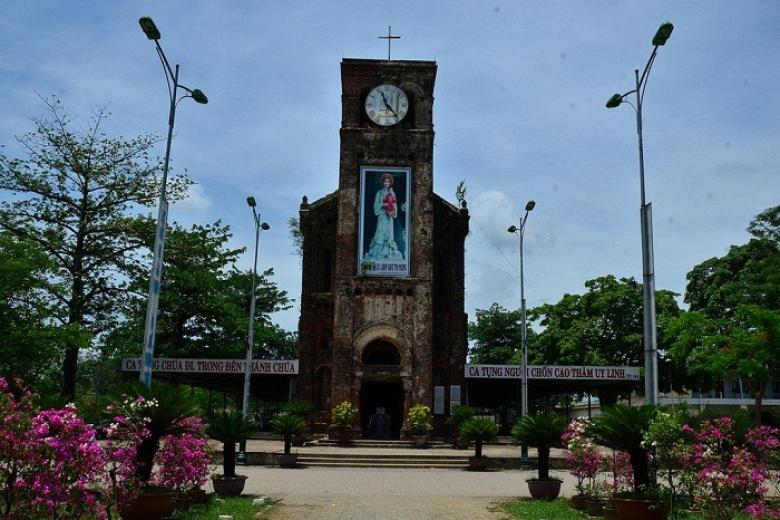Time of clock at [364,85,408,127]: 11:23
